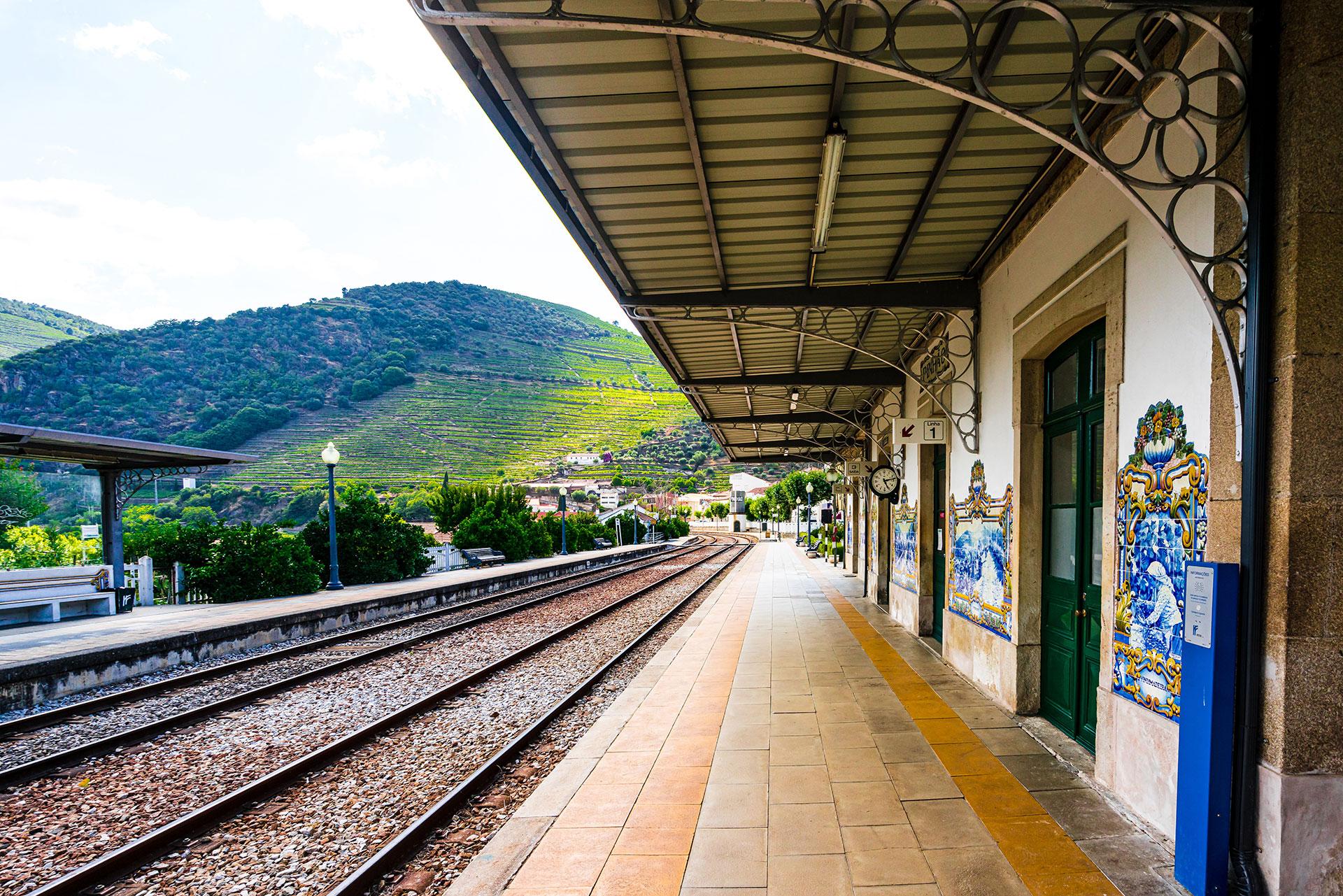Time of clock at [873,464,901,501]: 5:13
